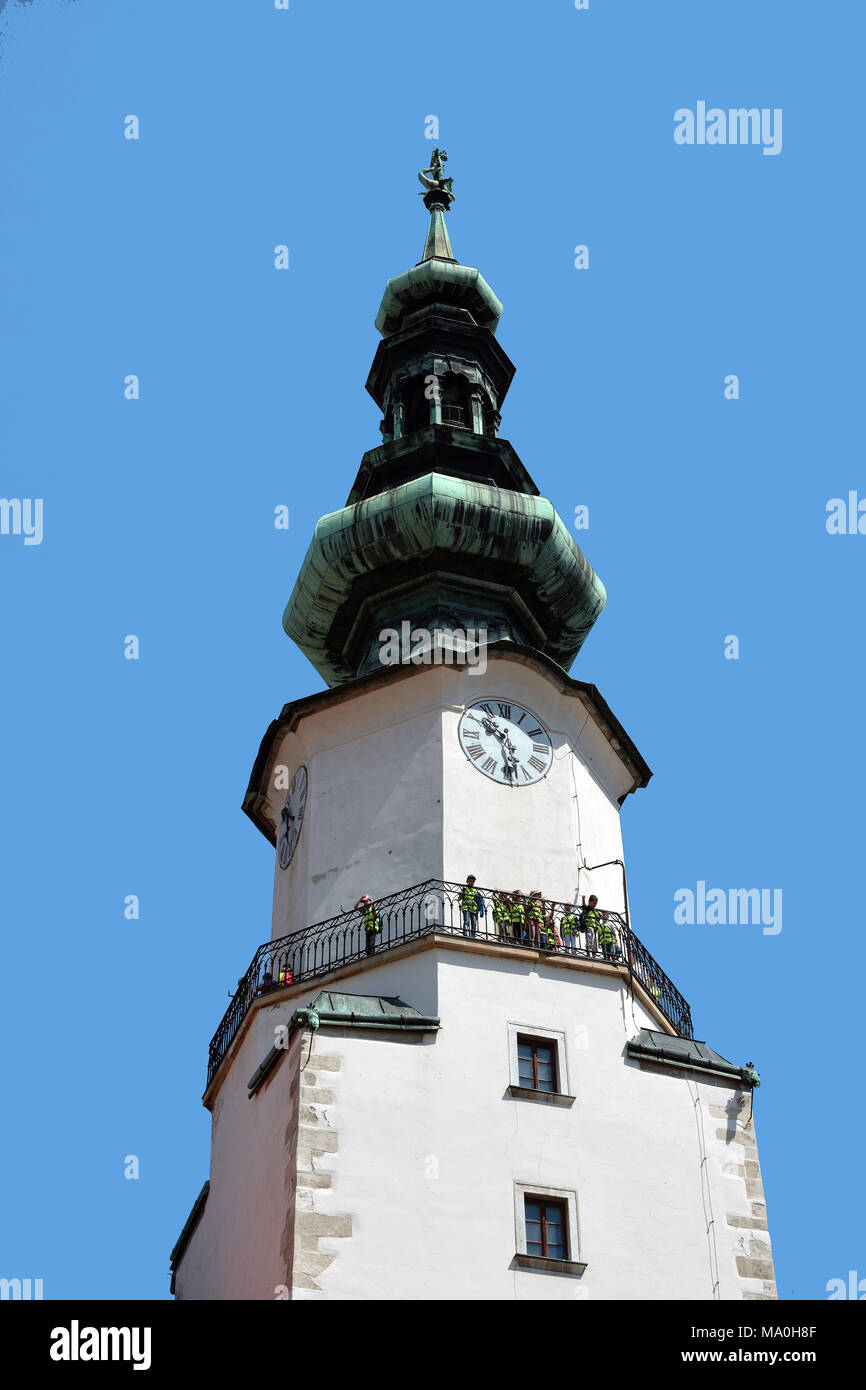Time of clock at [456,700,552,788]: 10:28
